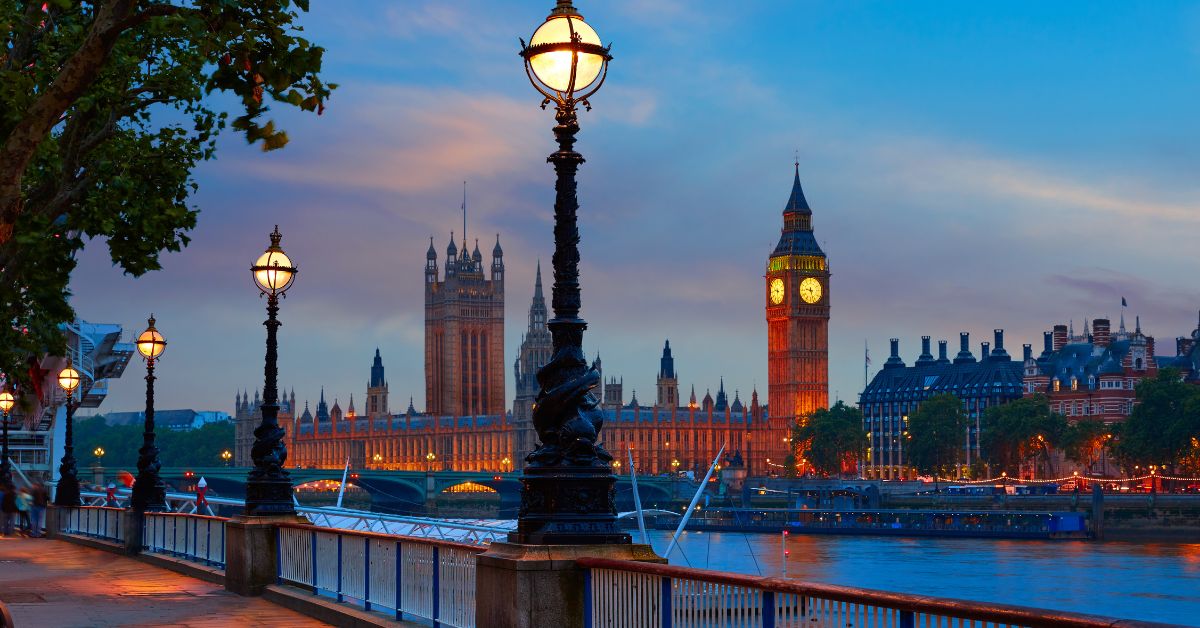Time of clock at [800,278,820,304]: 9:27
